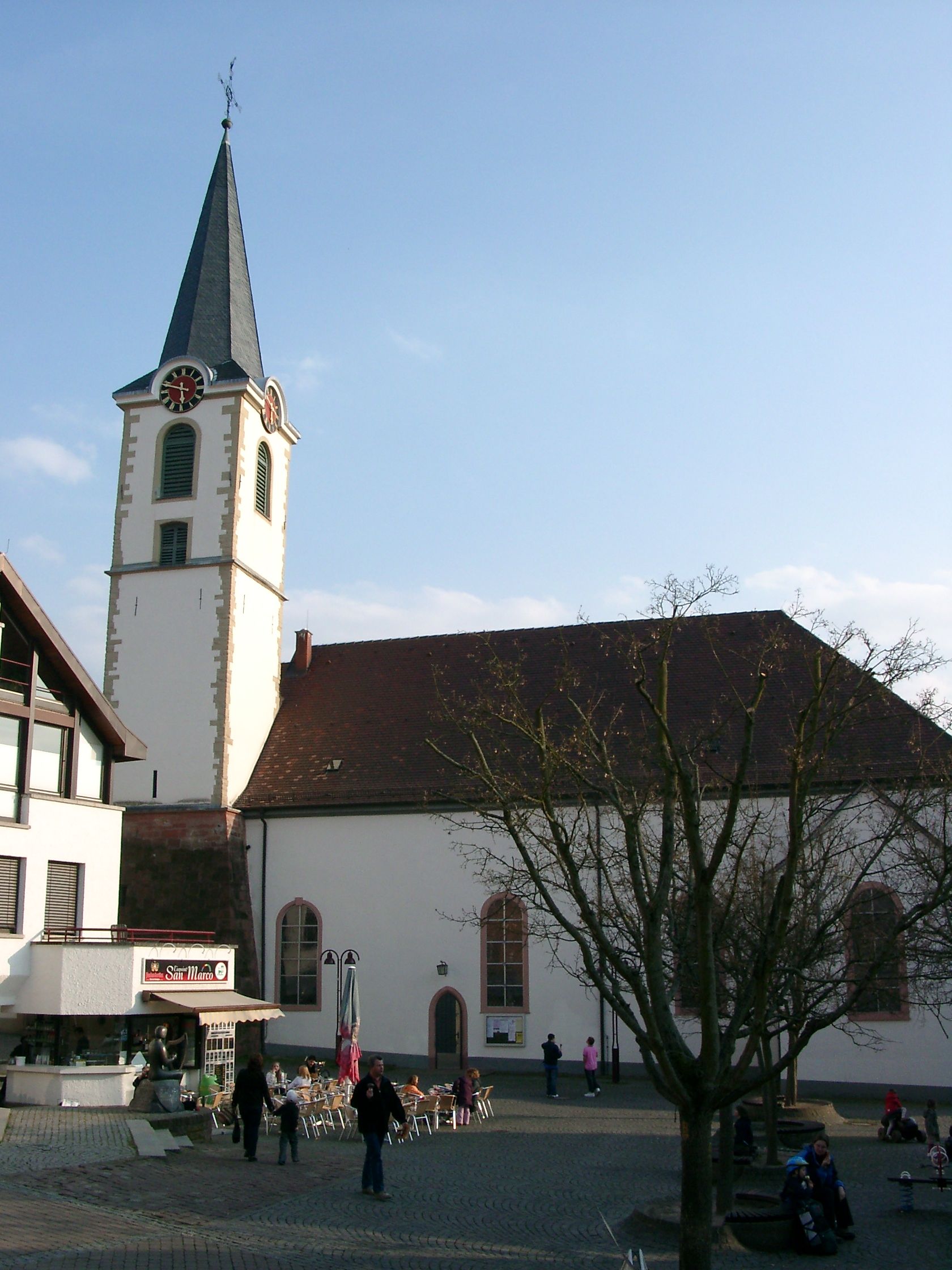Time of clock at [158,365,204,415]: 5:47
